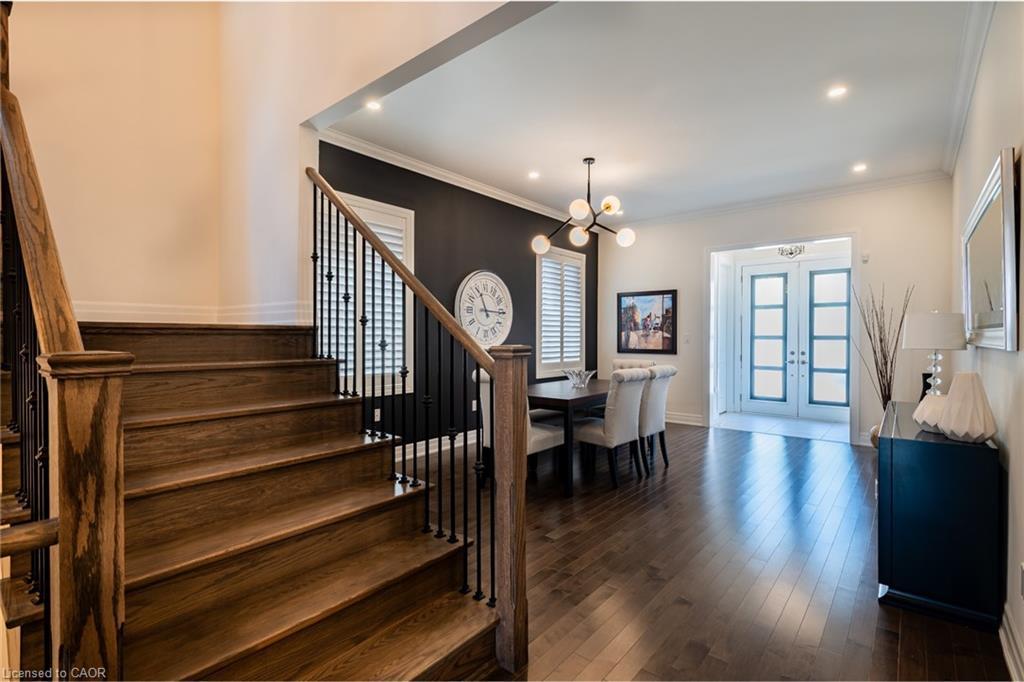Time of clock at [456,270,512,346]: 11:15
